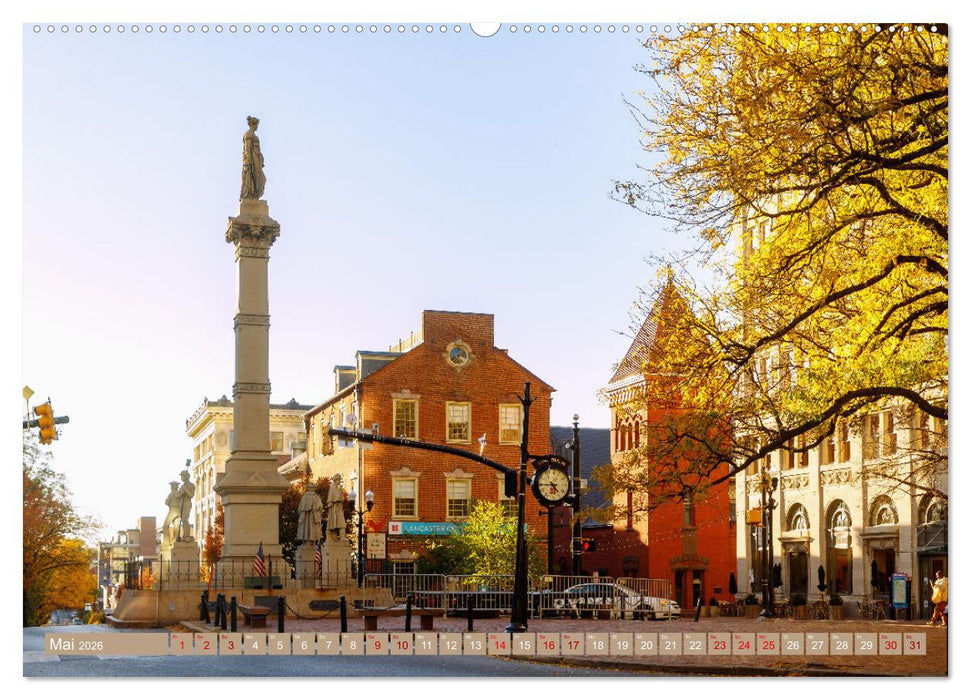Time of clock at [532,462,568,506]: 4:44
